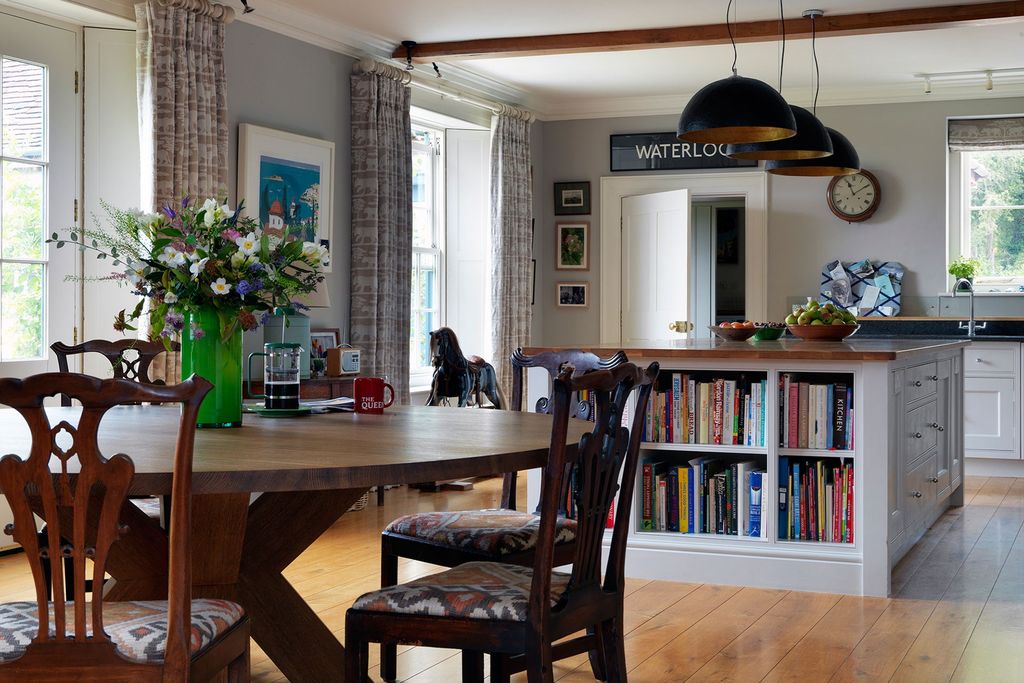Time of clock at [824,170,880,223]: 11:09
